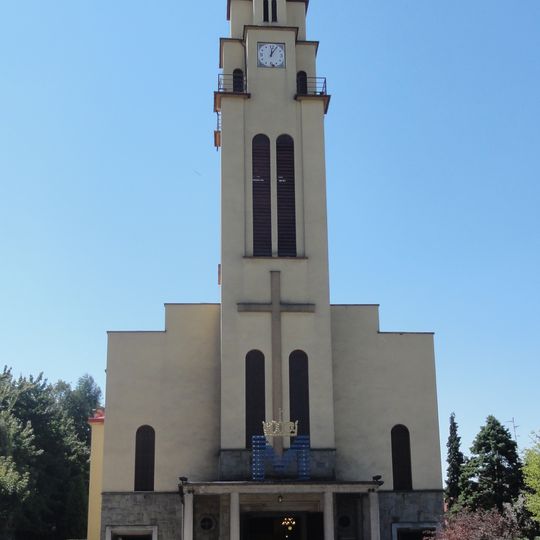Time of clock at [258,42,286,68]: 12:05
